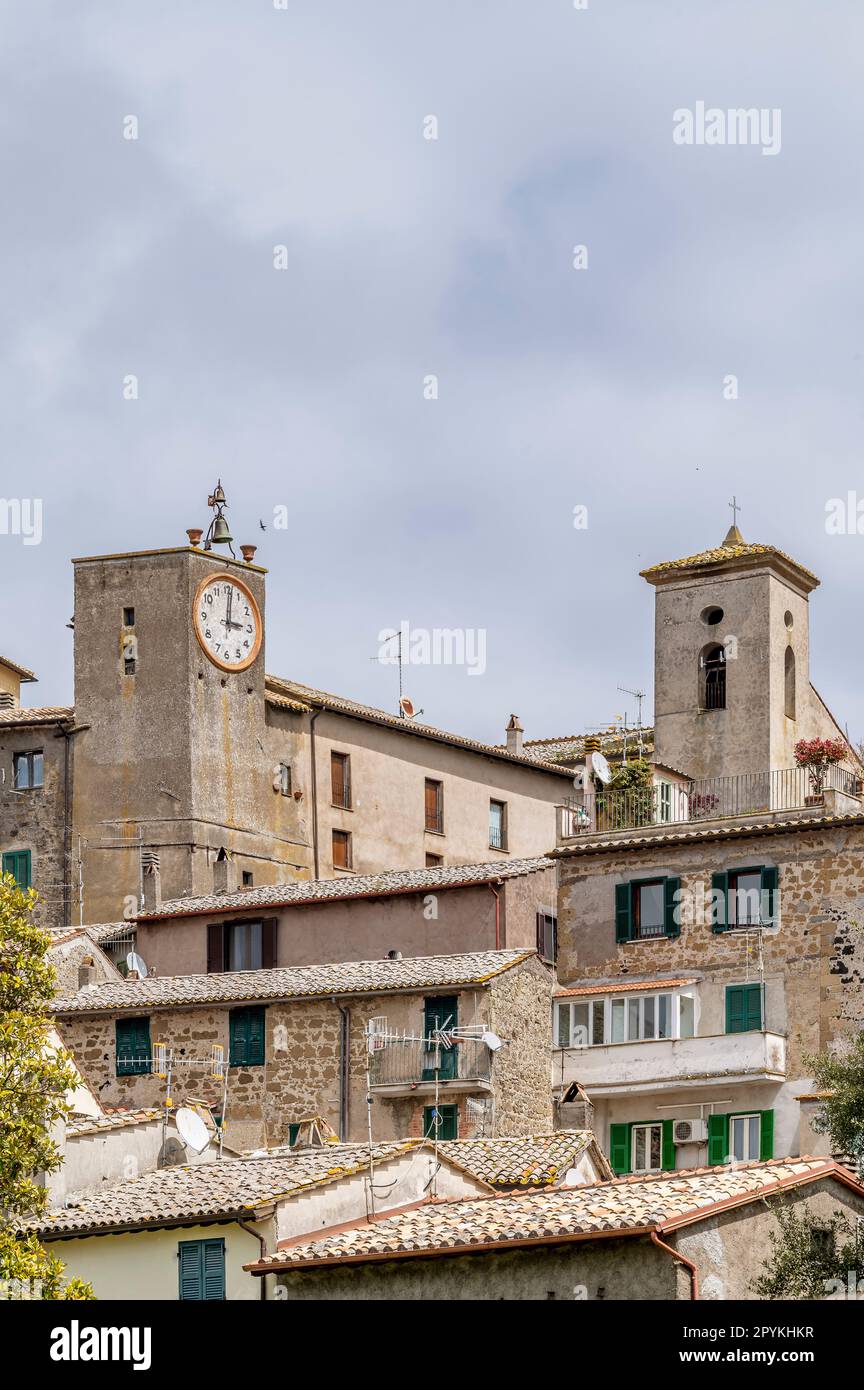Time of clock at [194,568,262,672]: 3:01
